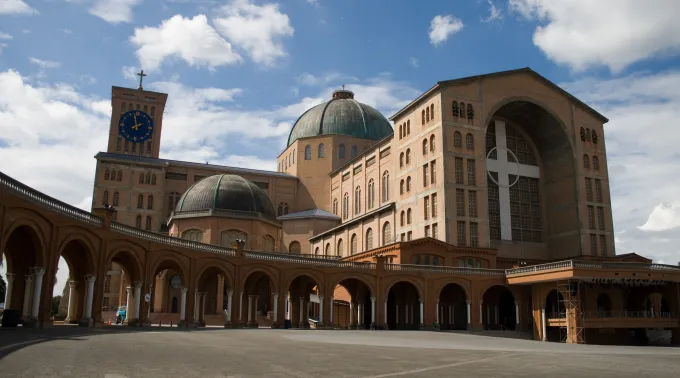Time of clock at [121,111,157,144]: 1:57
